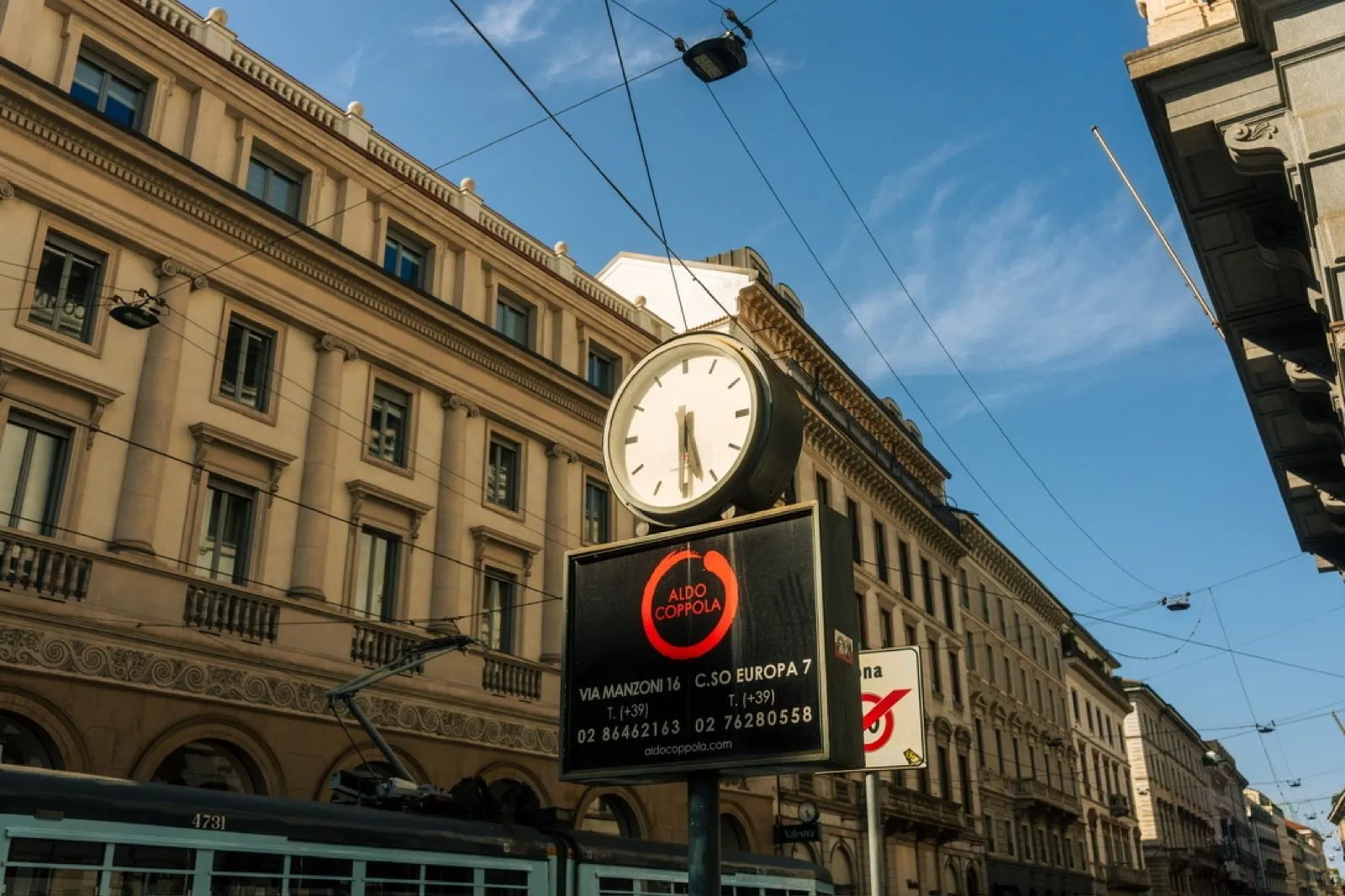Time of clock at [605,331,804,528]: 5:30
